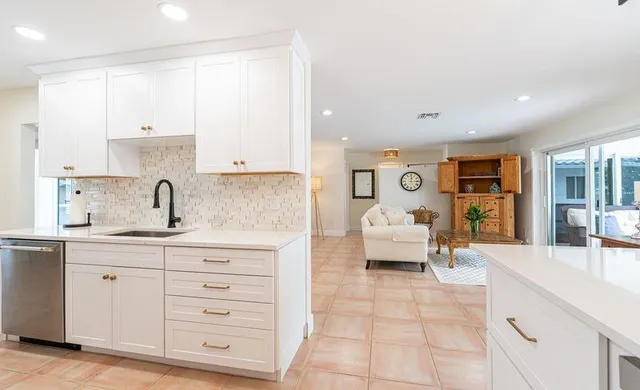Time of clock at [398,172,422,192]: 12:14
